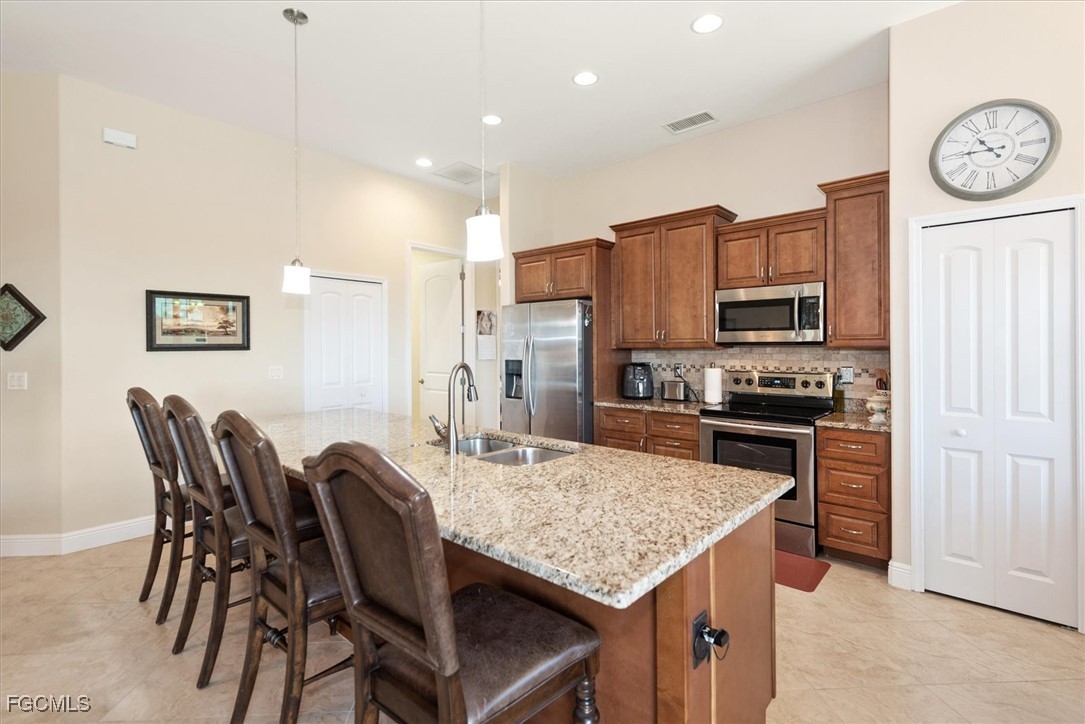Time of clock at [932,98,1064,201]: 10:45
